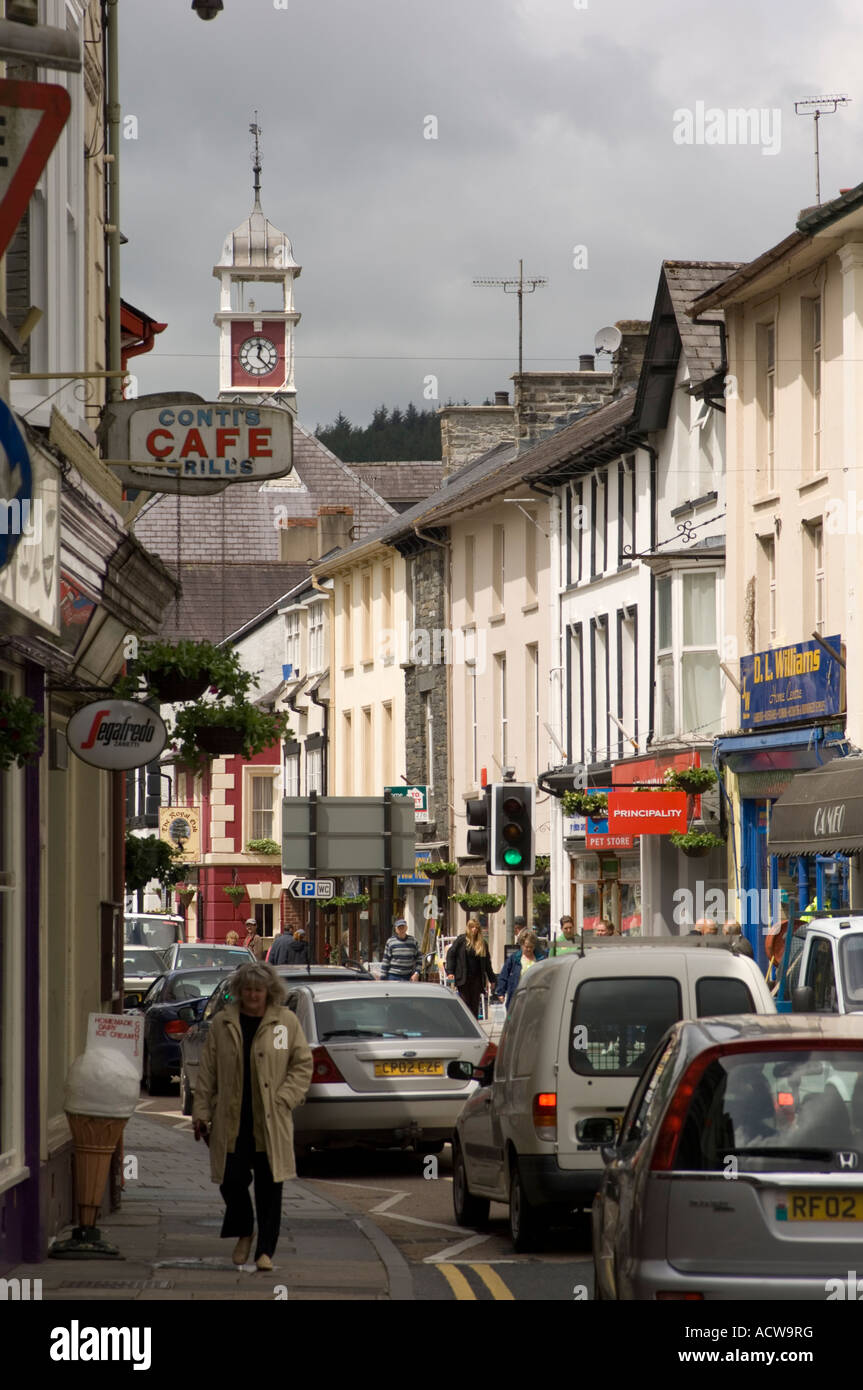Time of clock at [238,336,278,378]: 12:22
